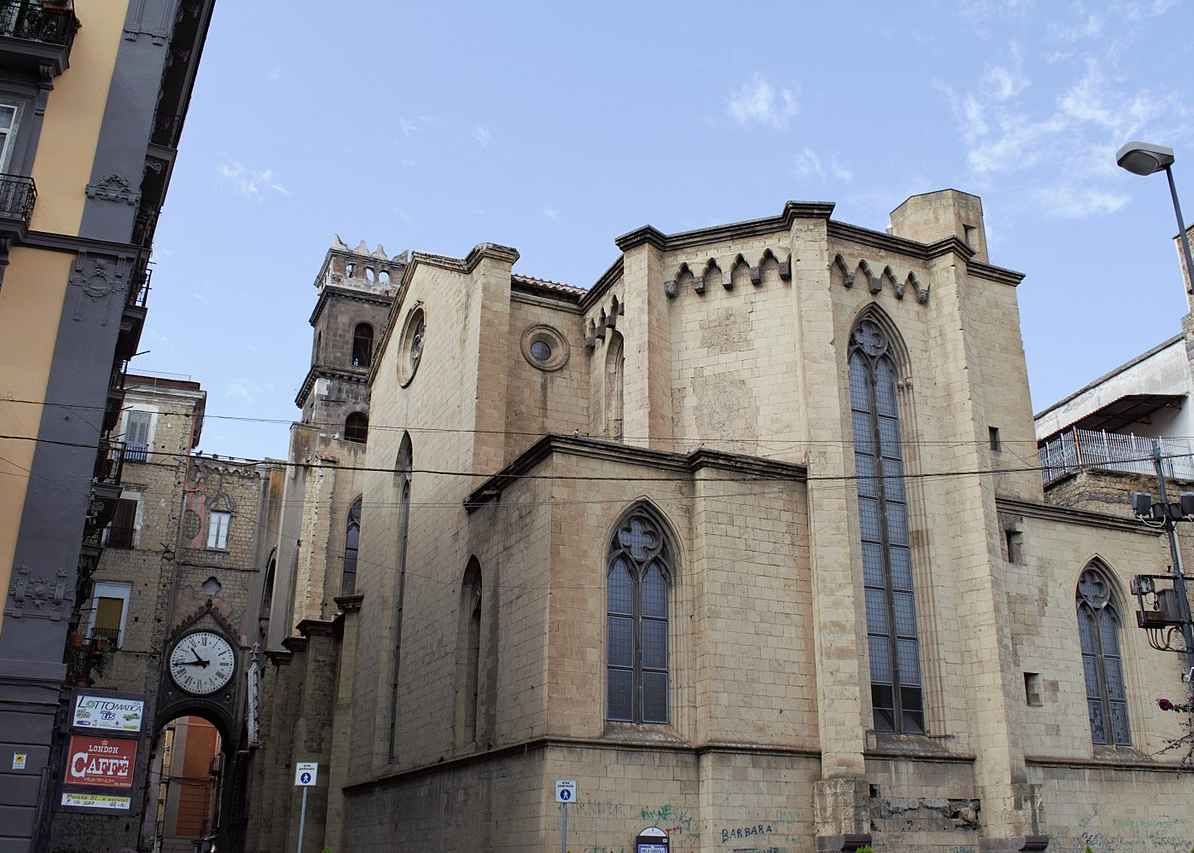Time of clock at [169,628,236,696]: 10:43
